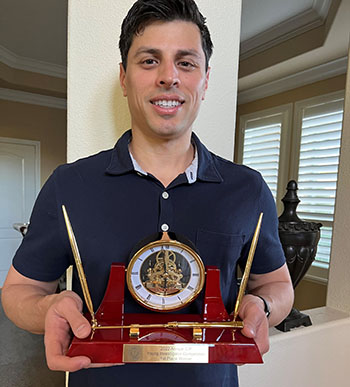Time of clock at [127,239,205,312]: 5:58
